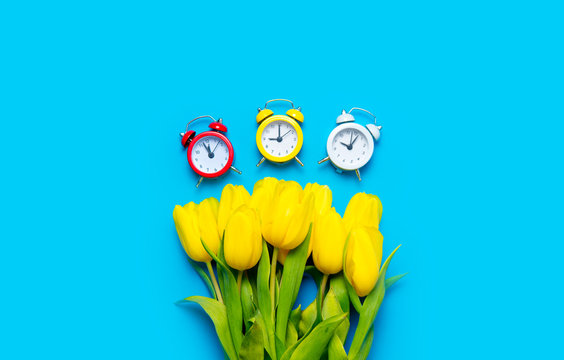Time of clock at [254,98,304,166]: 9:00
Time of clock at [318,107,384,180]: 10:07
